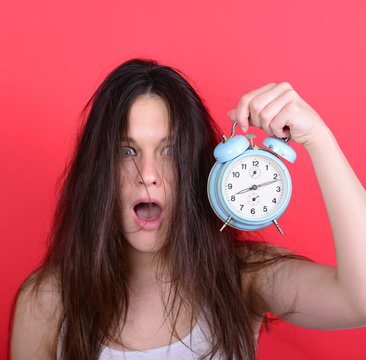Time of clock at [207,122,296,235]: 8:11
